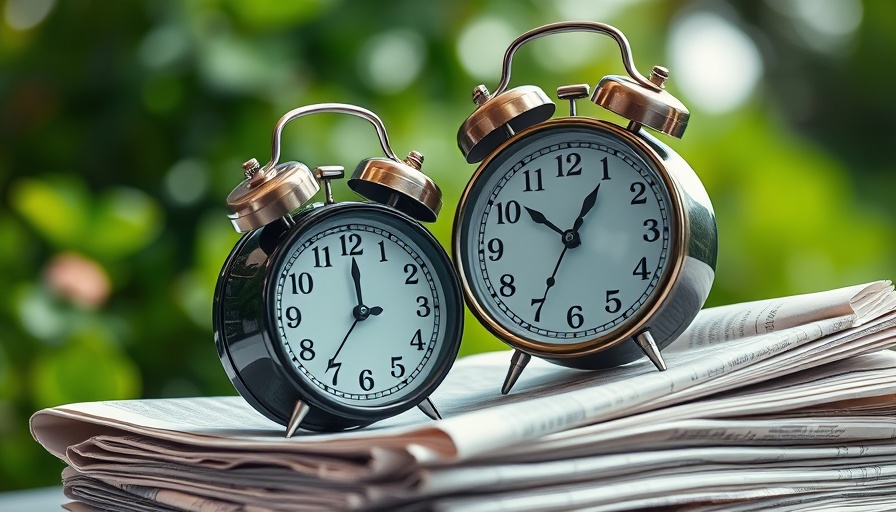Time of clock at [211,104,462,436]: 12:00
